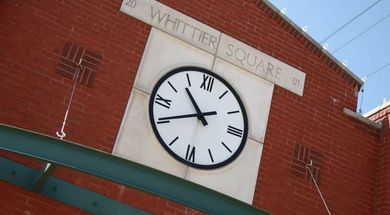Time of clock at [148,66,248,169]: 10:40
